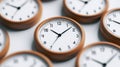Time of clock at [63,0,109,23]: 10:07
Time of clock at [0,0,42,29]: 10:07
